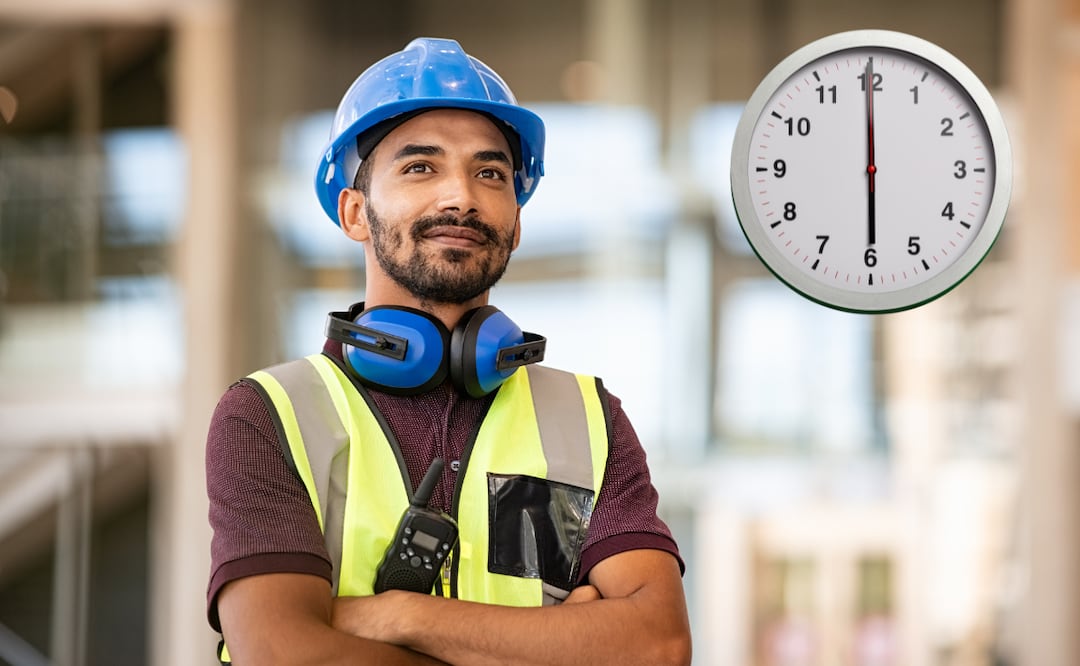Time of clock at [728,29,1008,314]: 5:59
